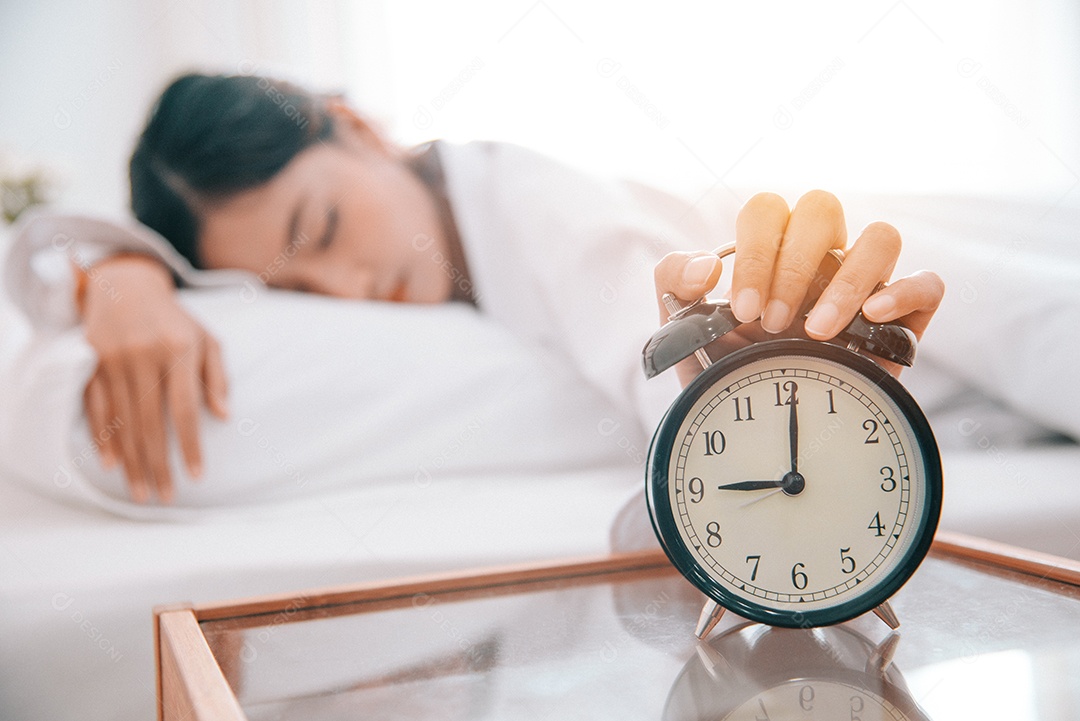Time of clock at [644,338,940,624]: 9:01
